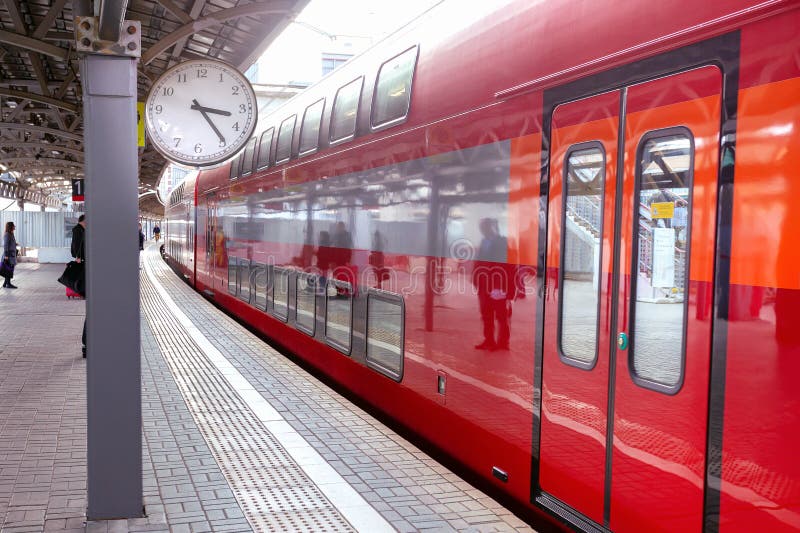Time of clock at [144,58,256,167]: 3:24
